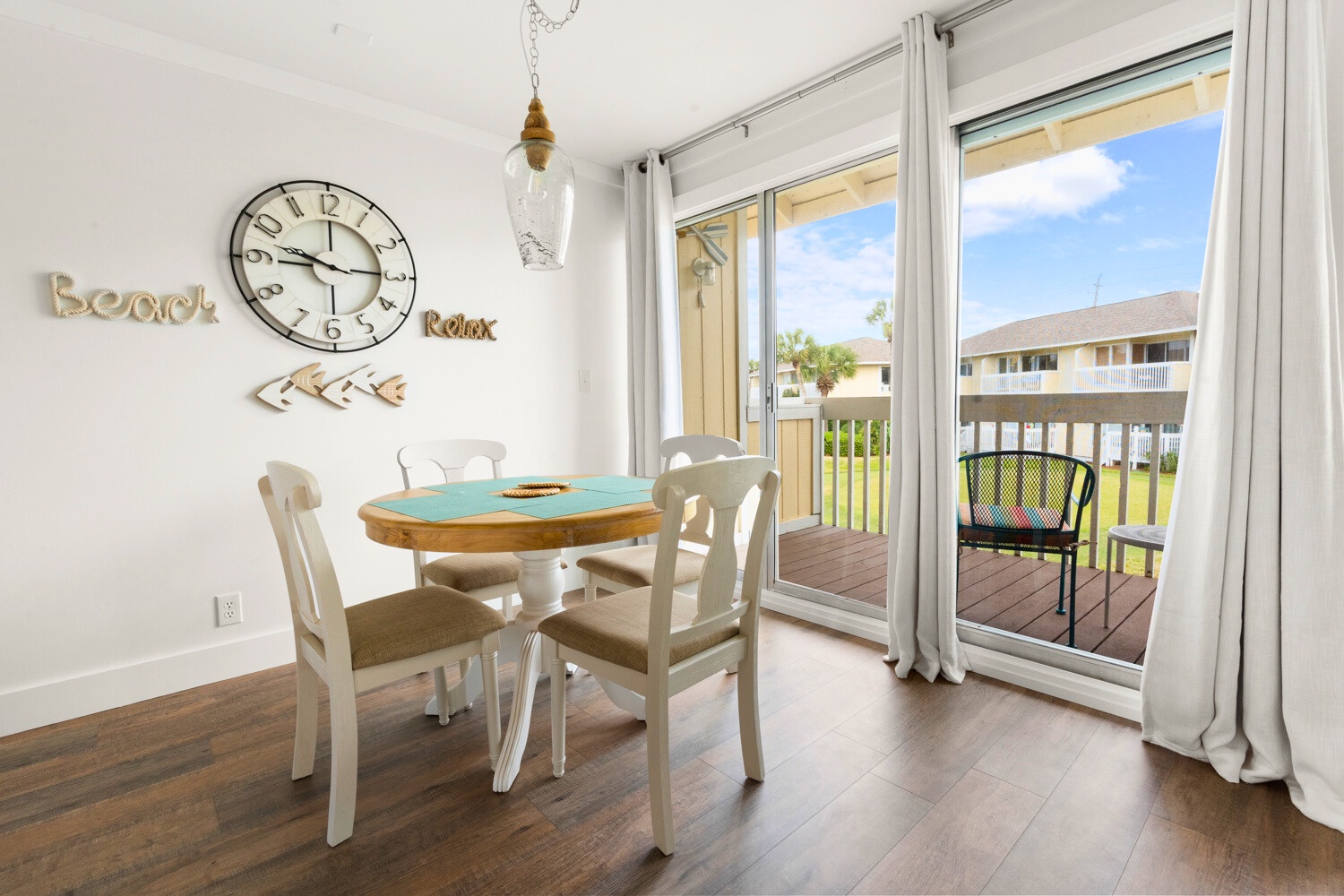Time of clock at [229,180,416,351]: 9:15
